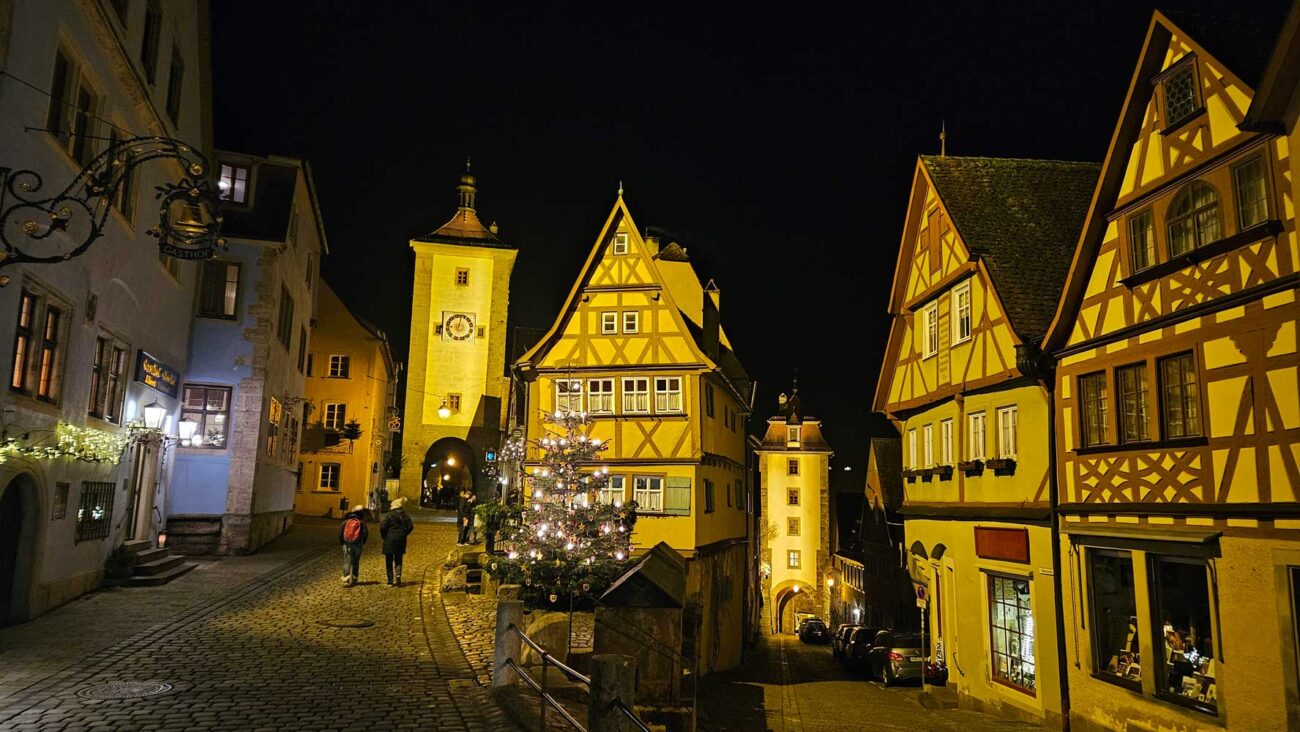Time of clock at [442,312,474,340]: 9:01
